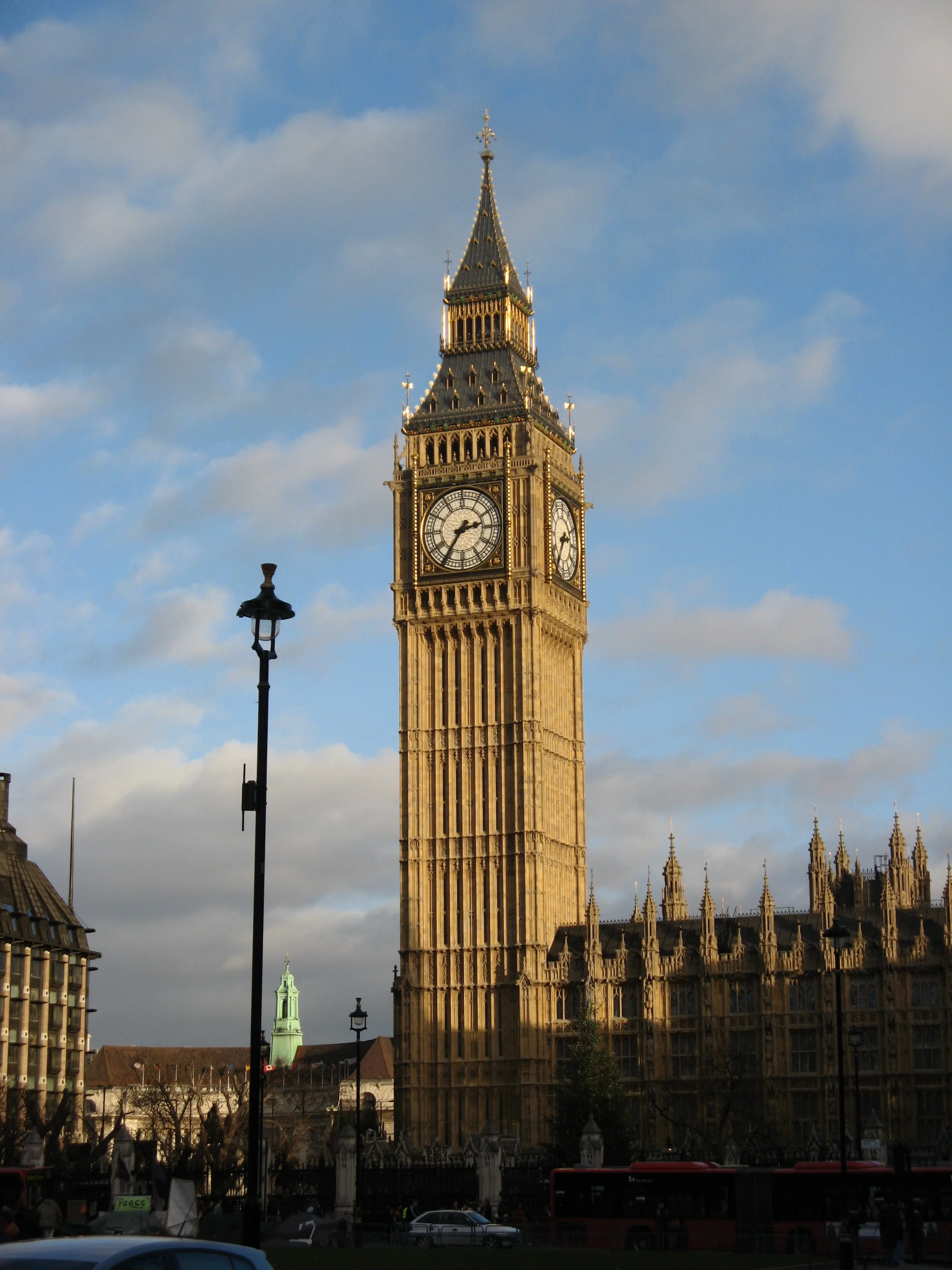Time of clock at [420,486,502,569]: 2:35
